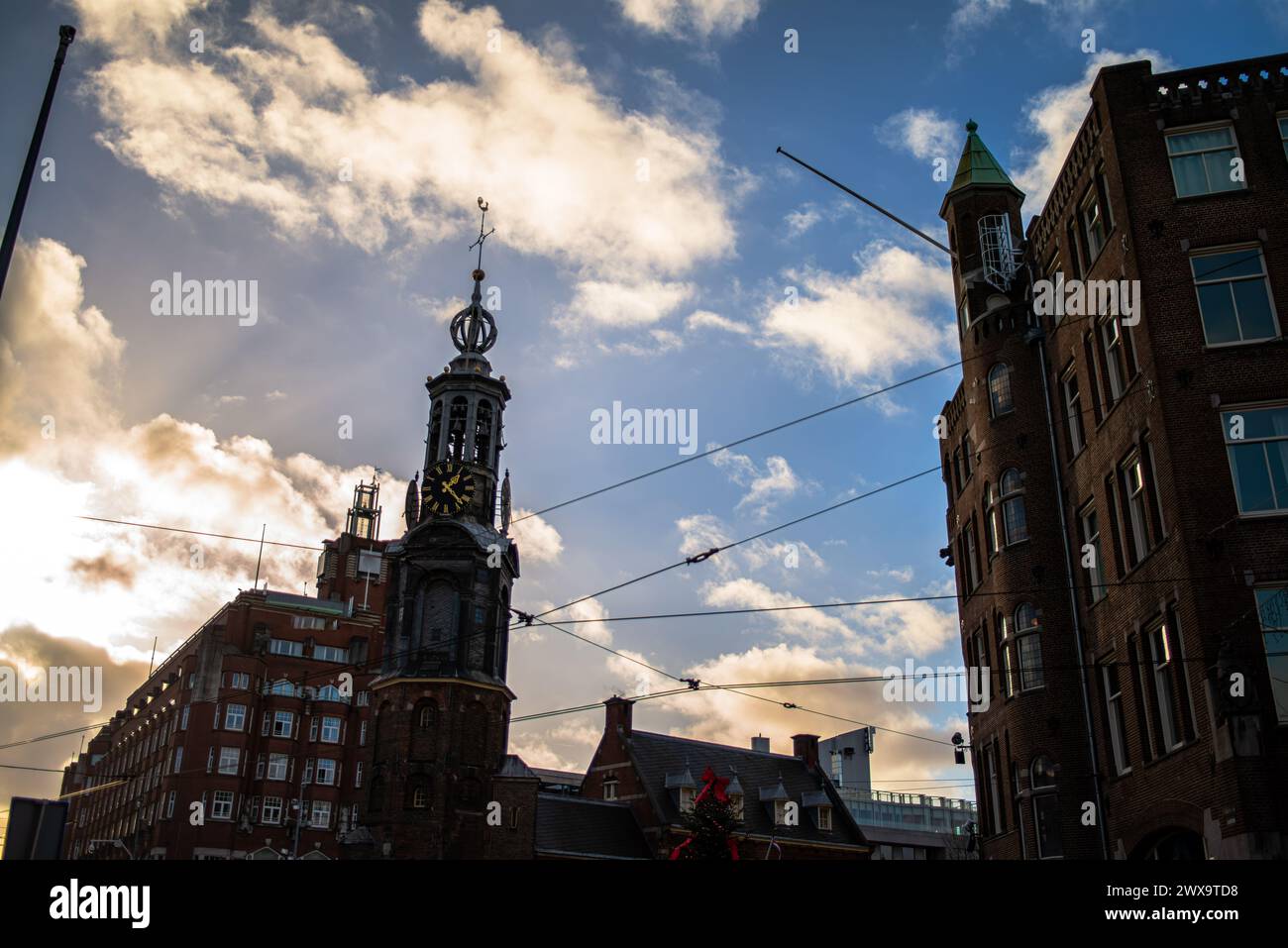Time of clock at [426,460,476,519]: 1:22
